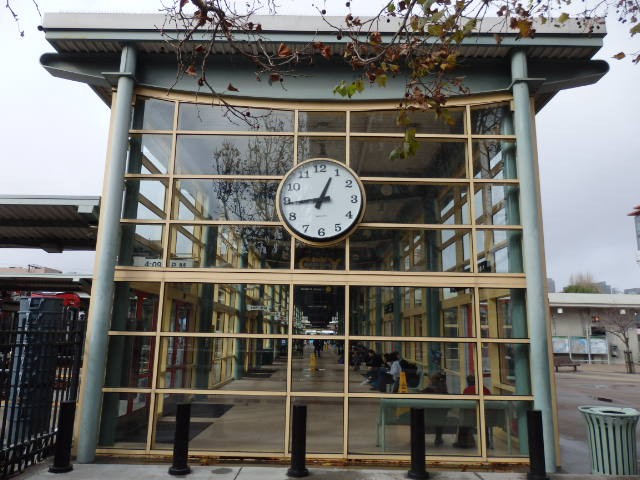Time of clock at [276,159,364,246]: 12:44
